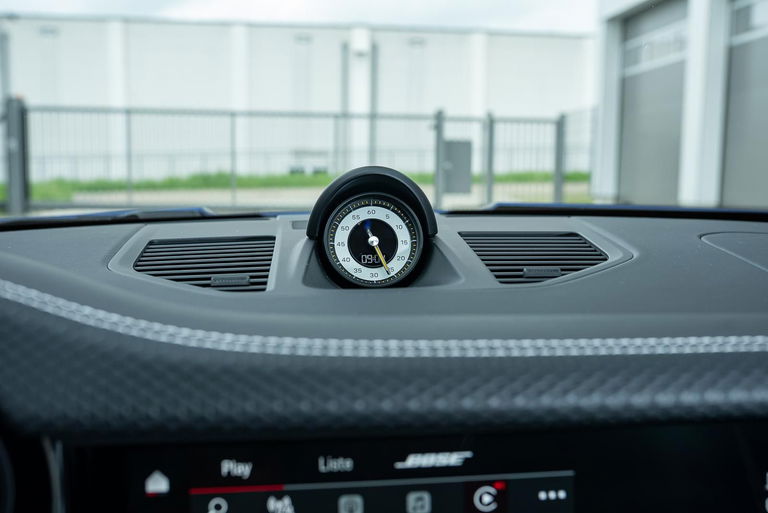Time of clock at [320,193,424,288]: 11:26
